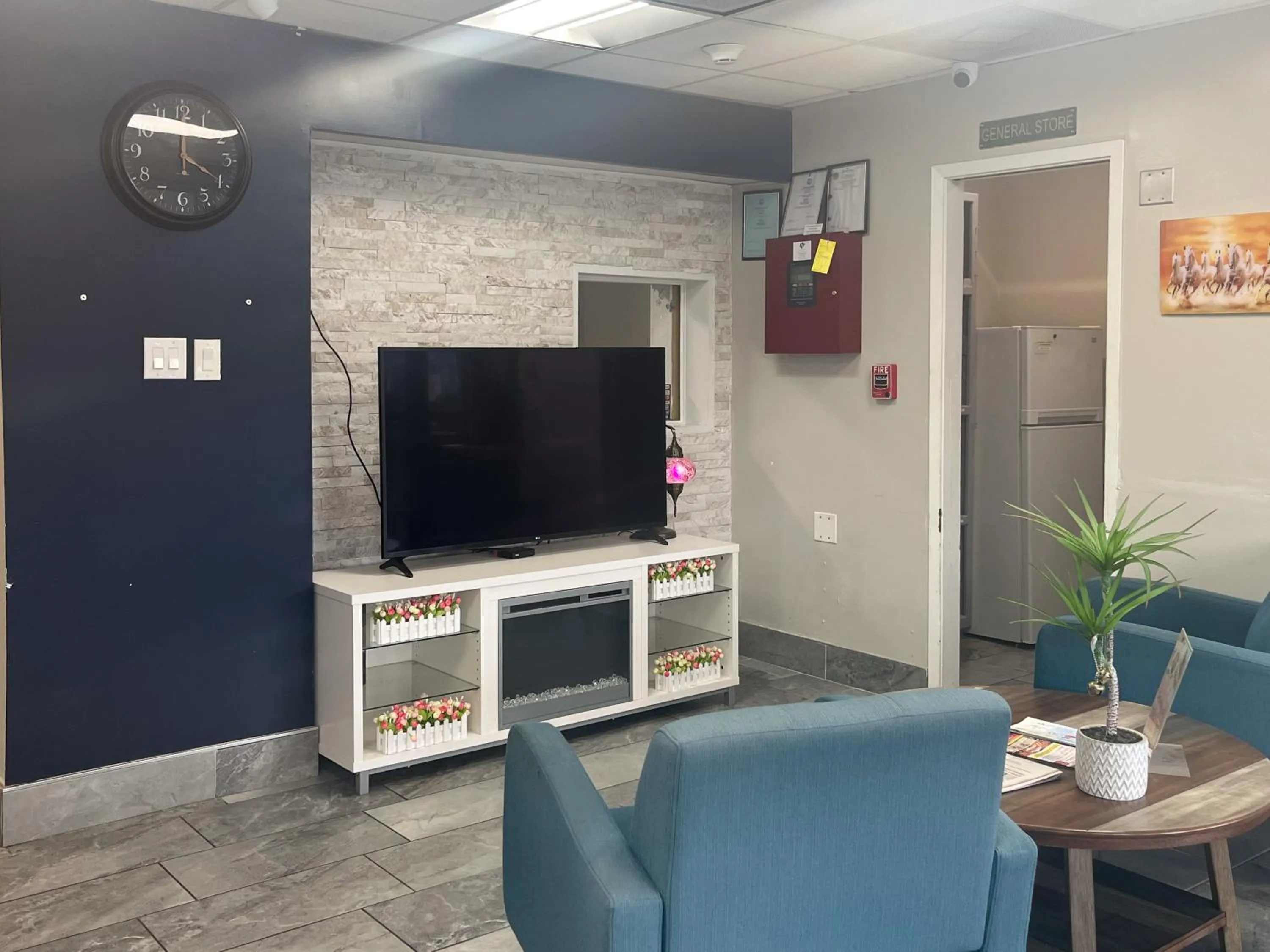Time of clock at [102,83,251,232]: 4:00
